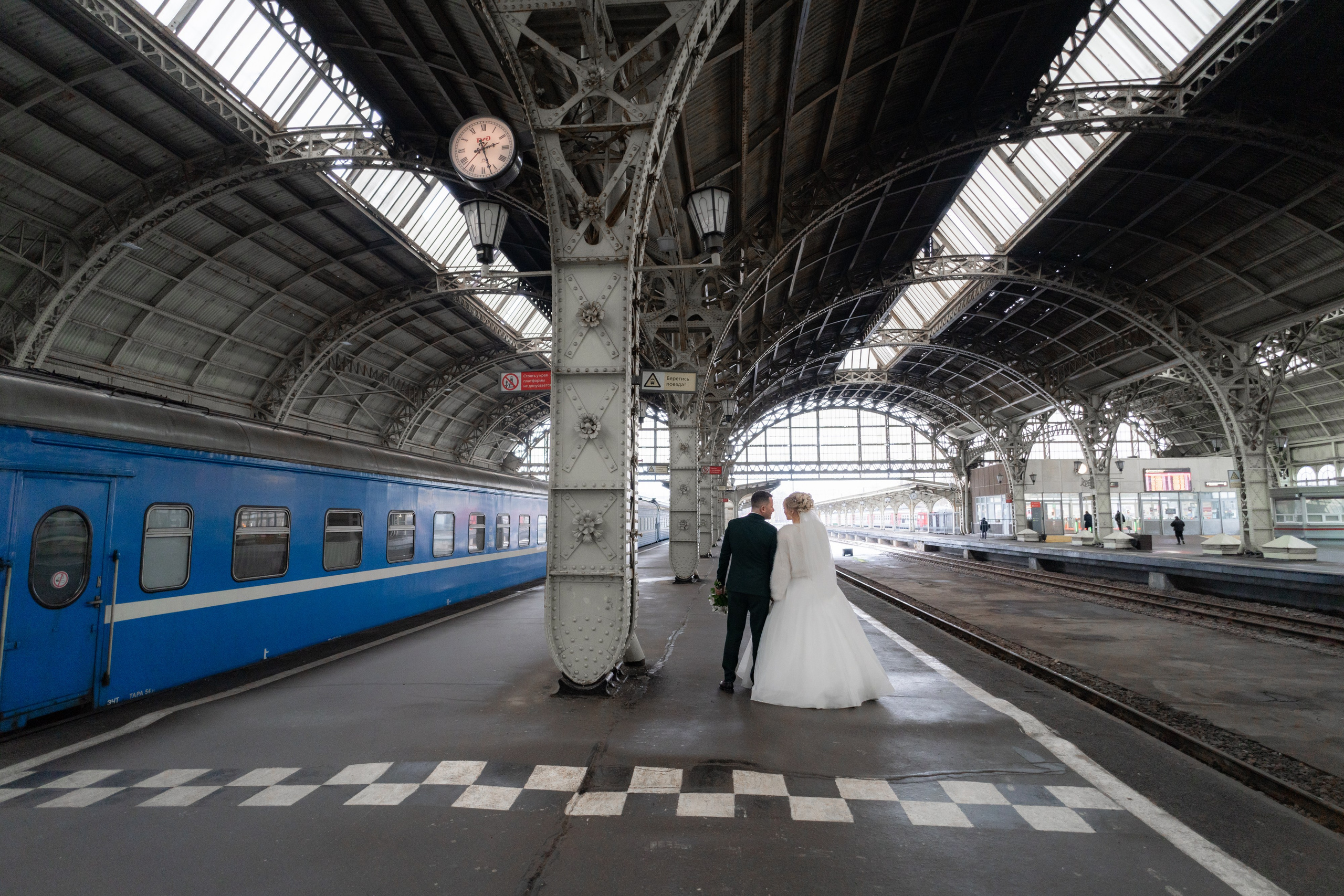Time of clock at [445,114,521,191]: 2:26
